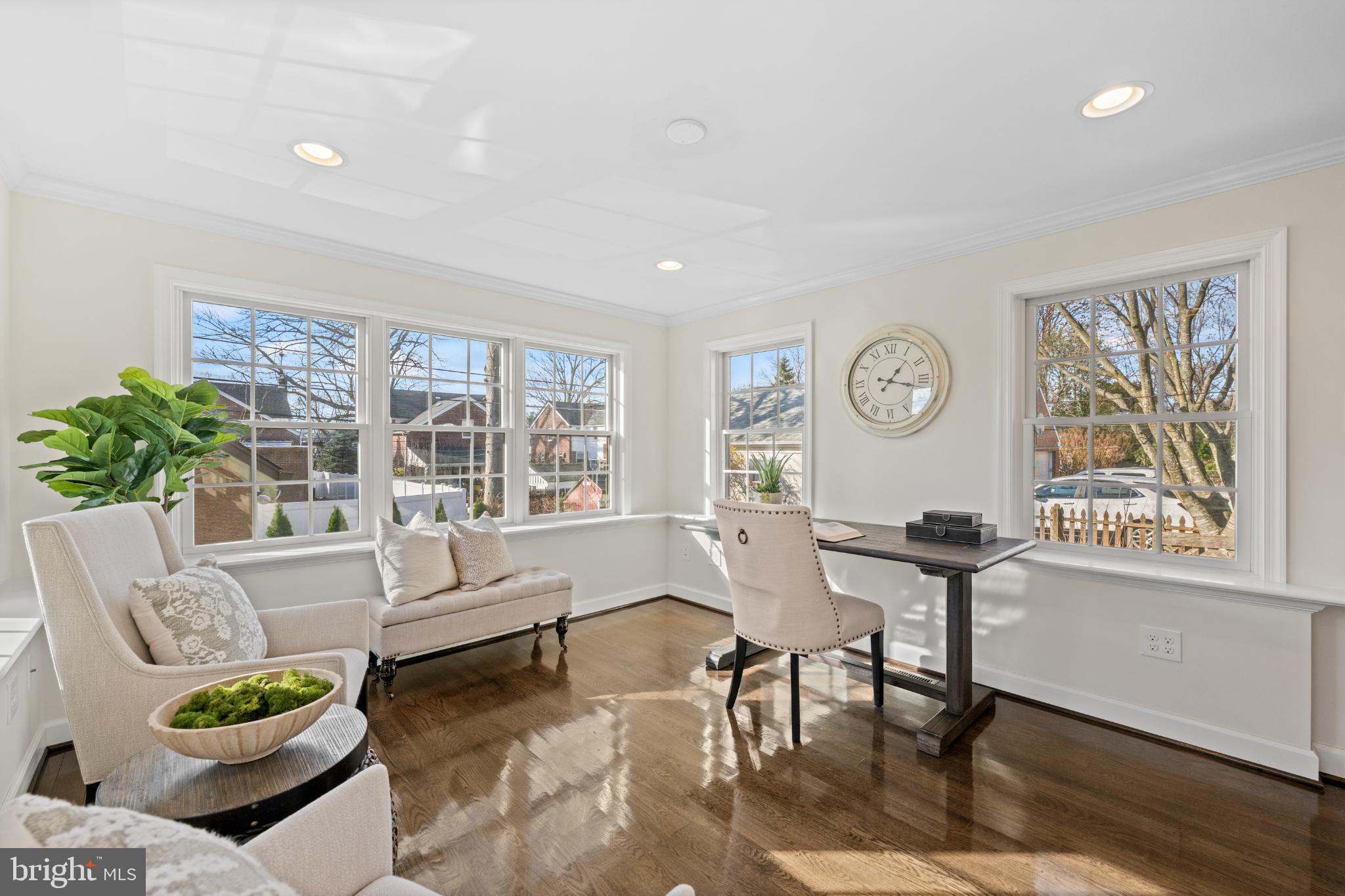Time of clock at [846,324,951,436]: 1:17
